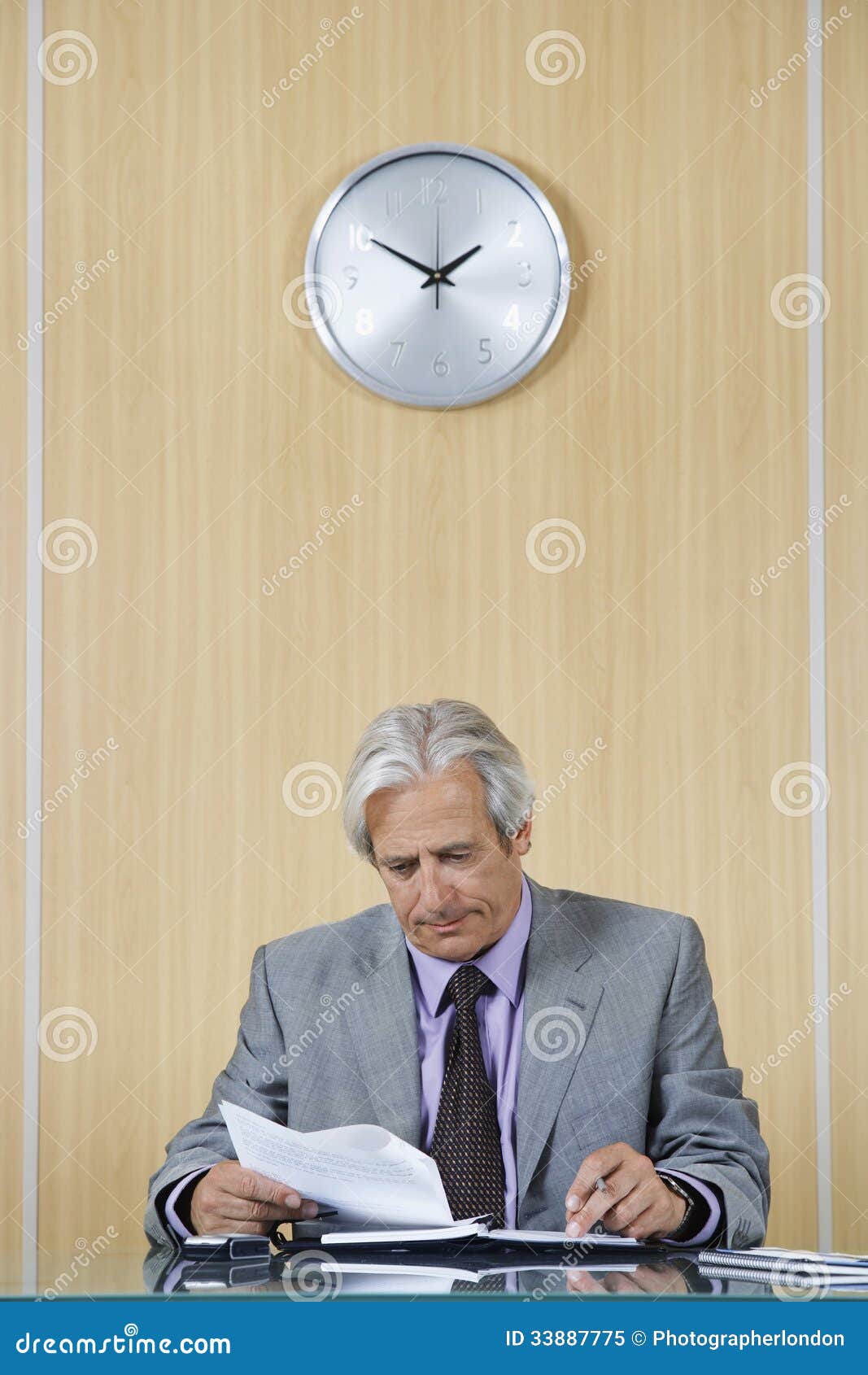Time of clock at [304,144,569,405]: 1:50
